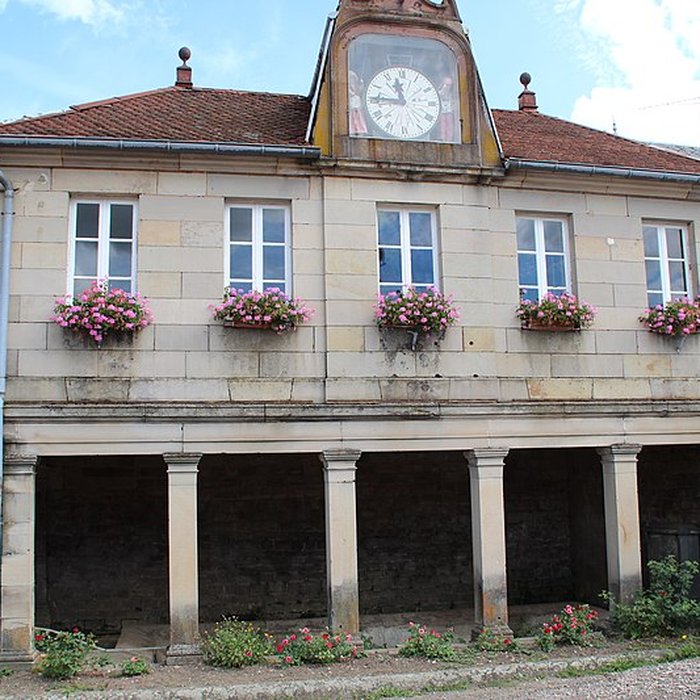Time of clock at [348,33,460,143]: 11:45
